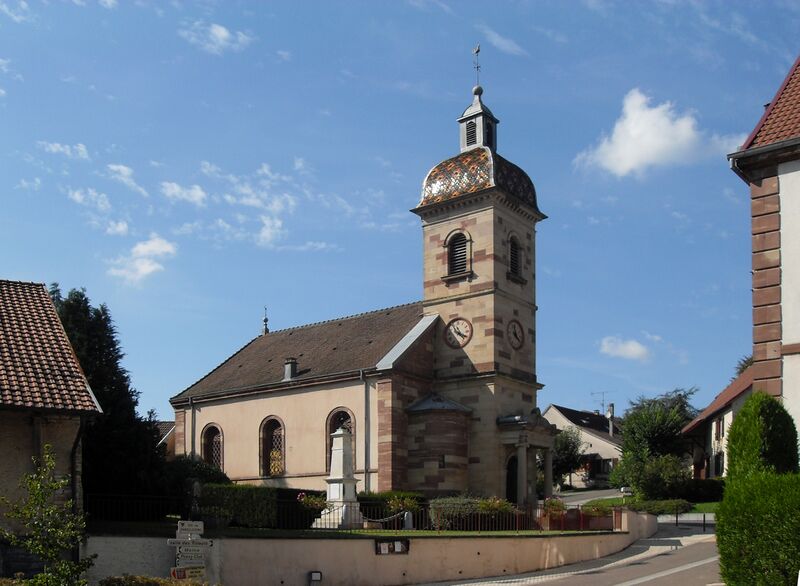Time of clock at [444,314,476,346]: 4:19
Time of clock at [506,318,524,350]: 11:21
